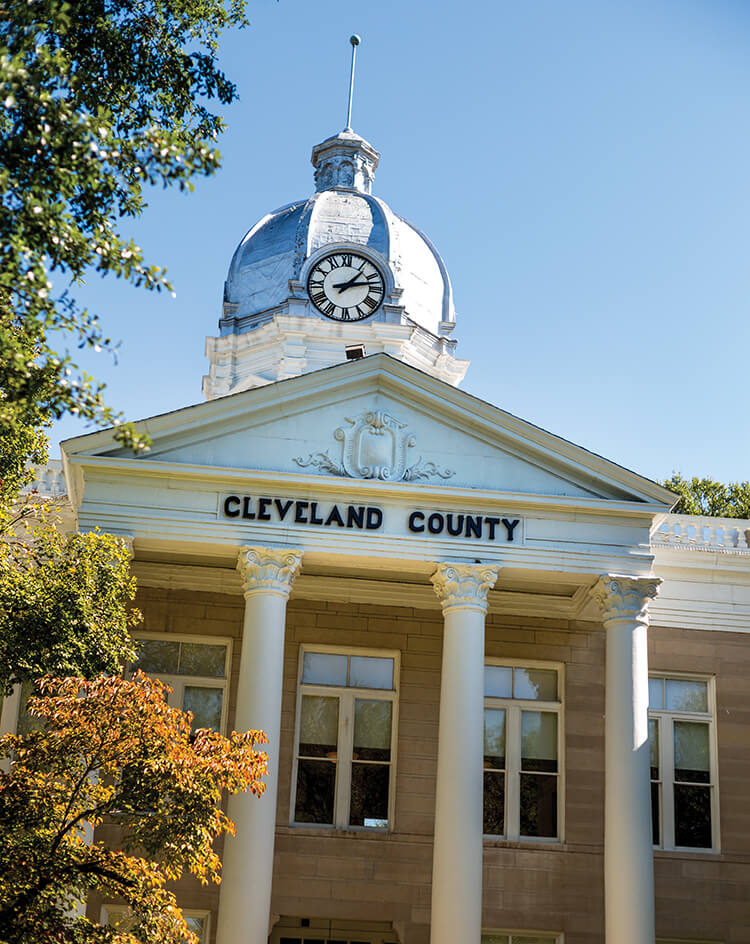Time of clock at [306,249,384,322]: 1:12
